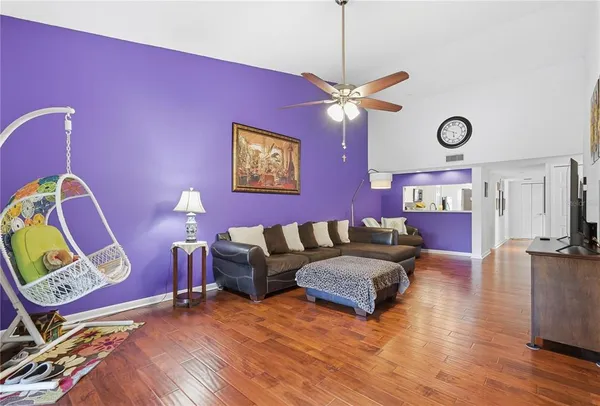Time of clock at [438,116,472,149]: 5:48
